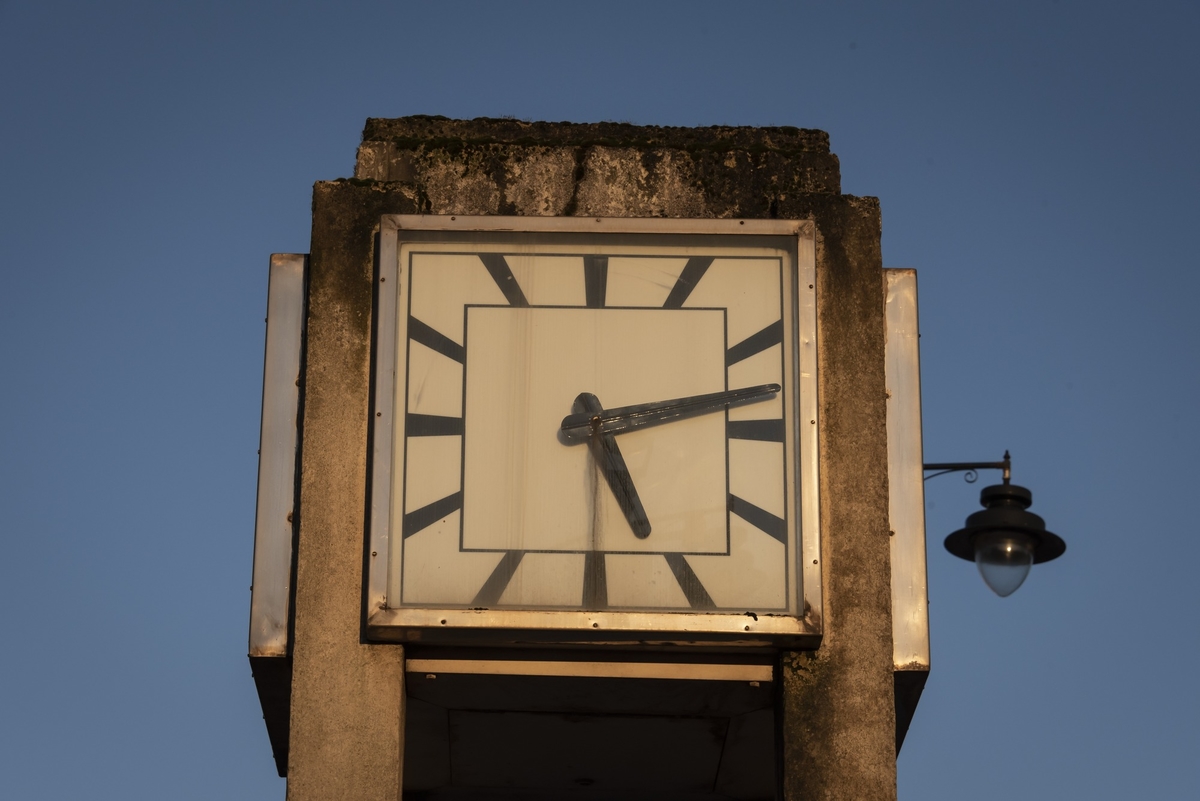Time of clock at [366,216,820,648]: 5:12
